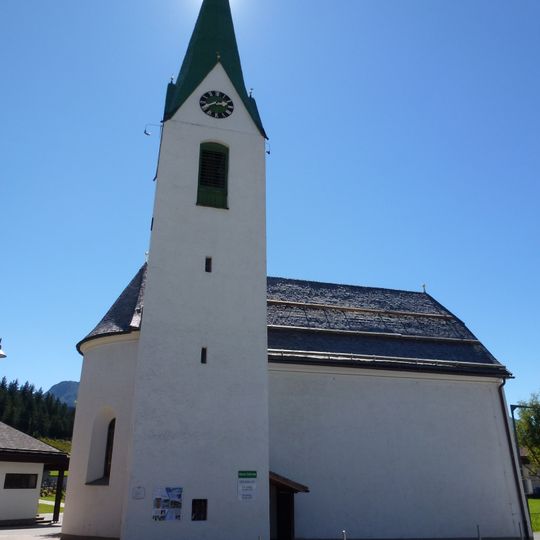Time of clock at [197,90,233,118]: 2:40
